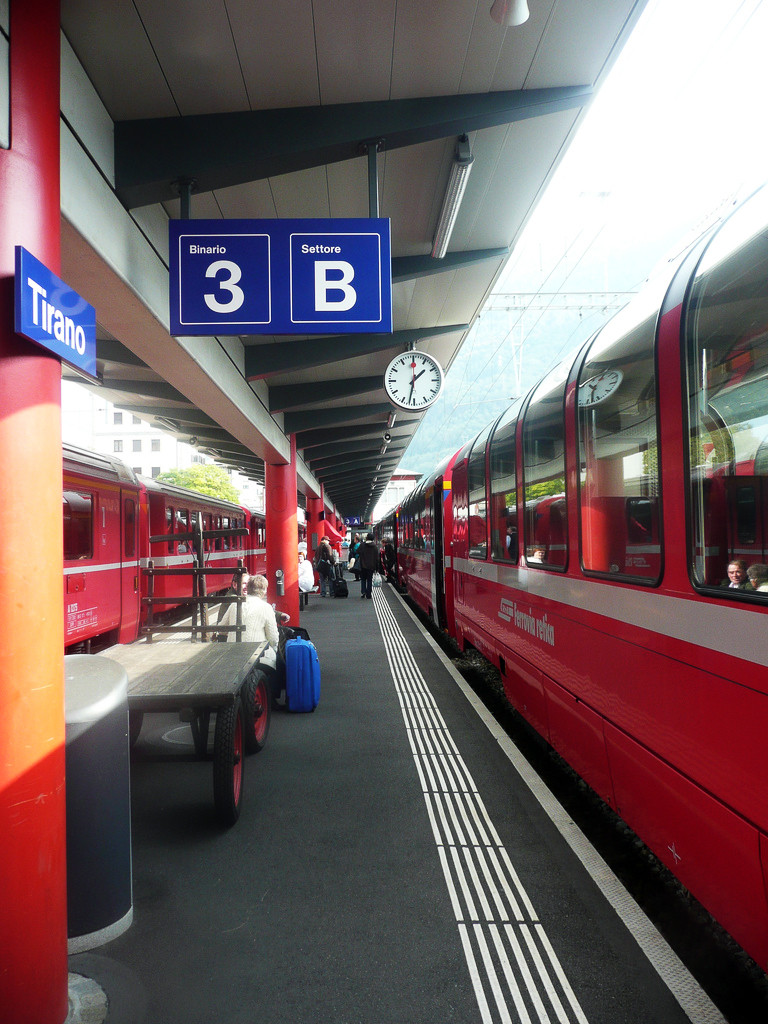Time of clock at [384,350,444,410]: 1:32
